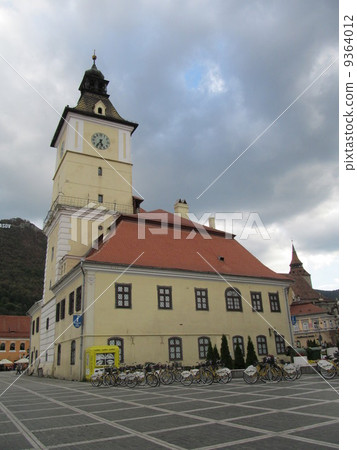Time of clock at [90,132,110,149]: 5:35
